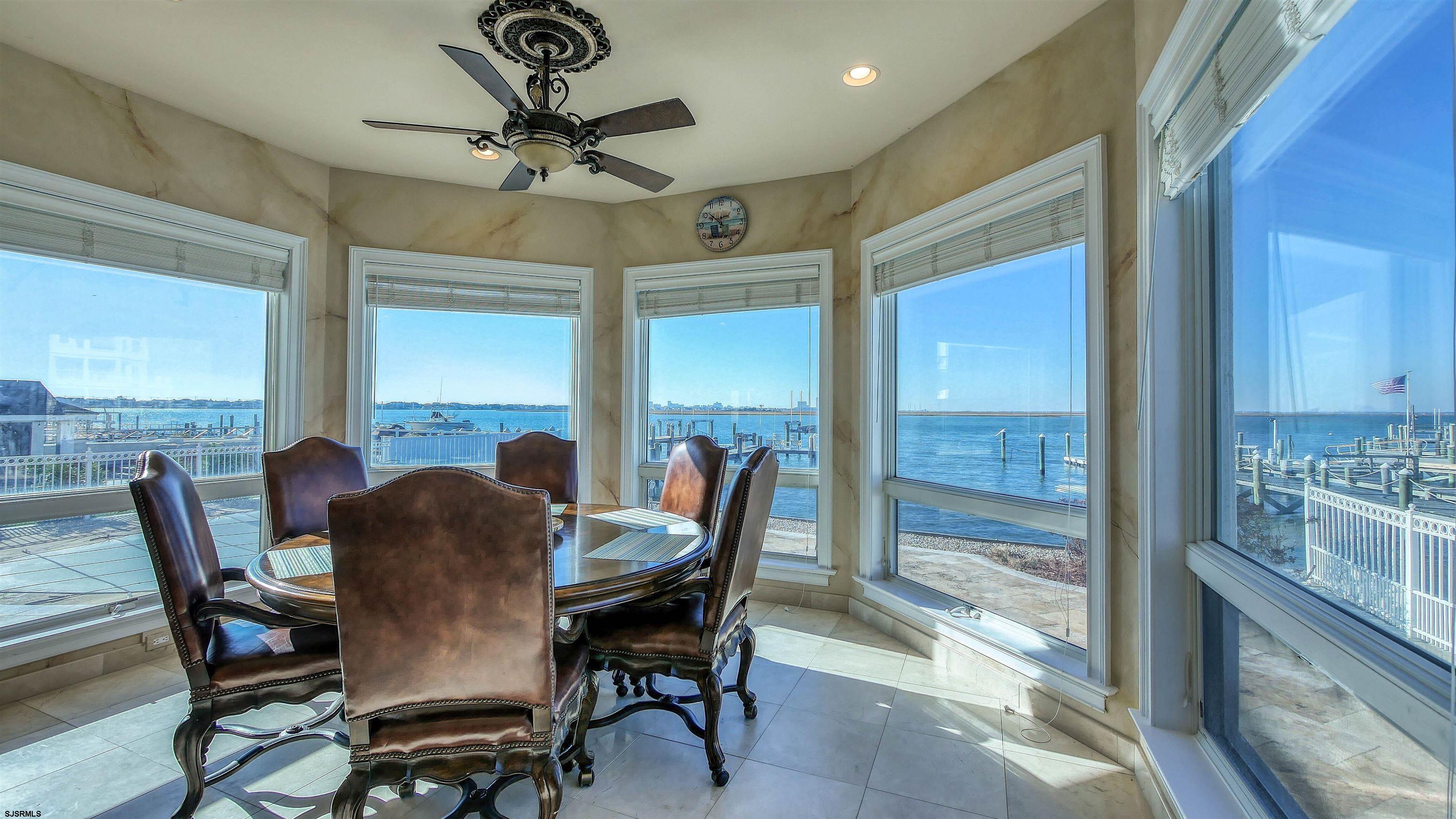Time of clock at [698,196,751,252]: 11:51
